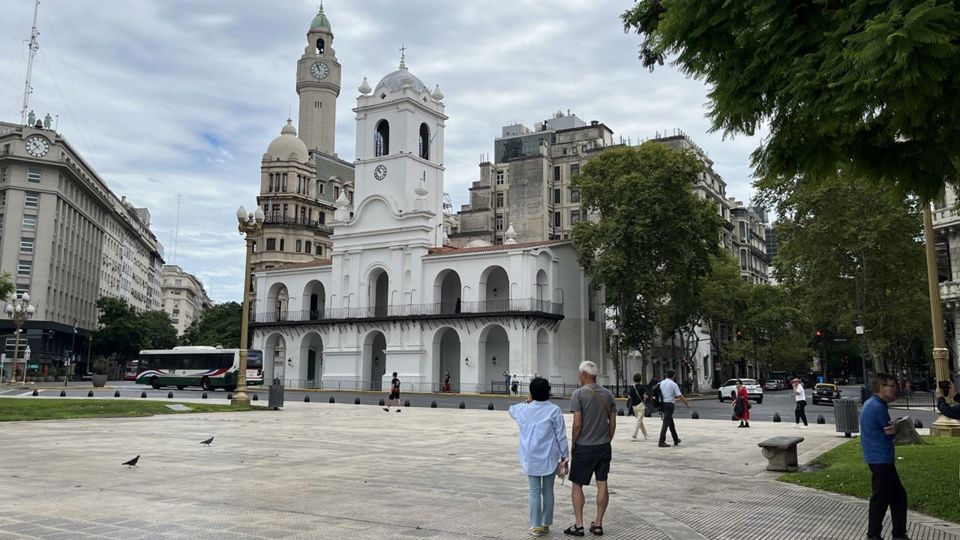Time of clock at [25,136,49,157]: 10:36
